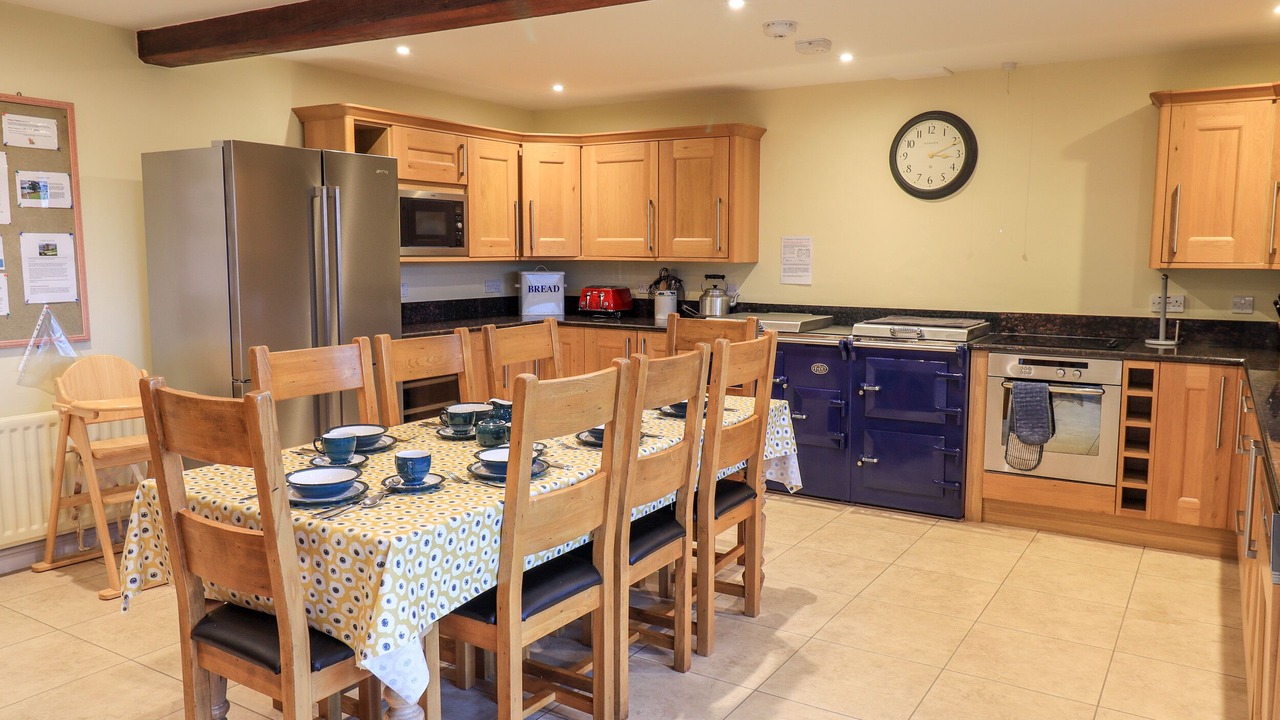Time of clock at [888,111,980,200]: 3:11
